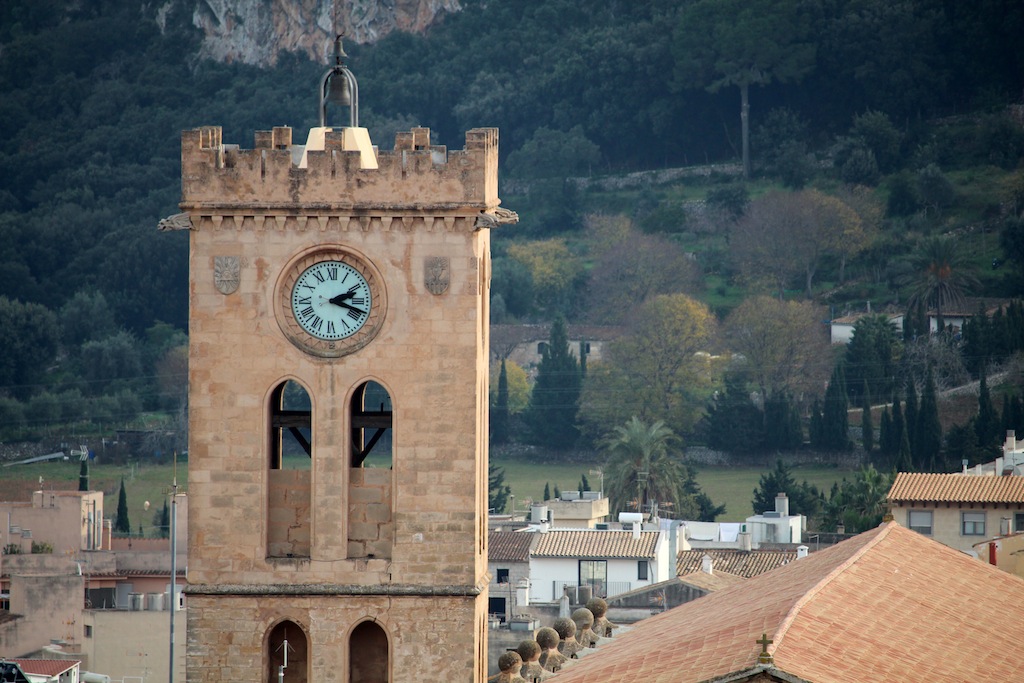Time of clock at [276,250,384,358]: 2:18
